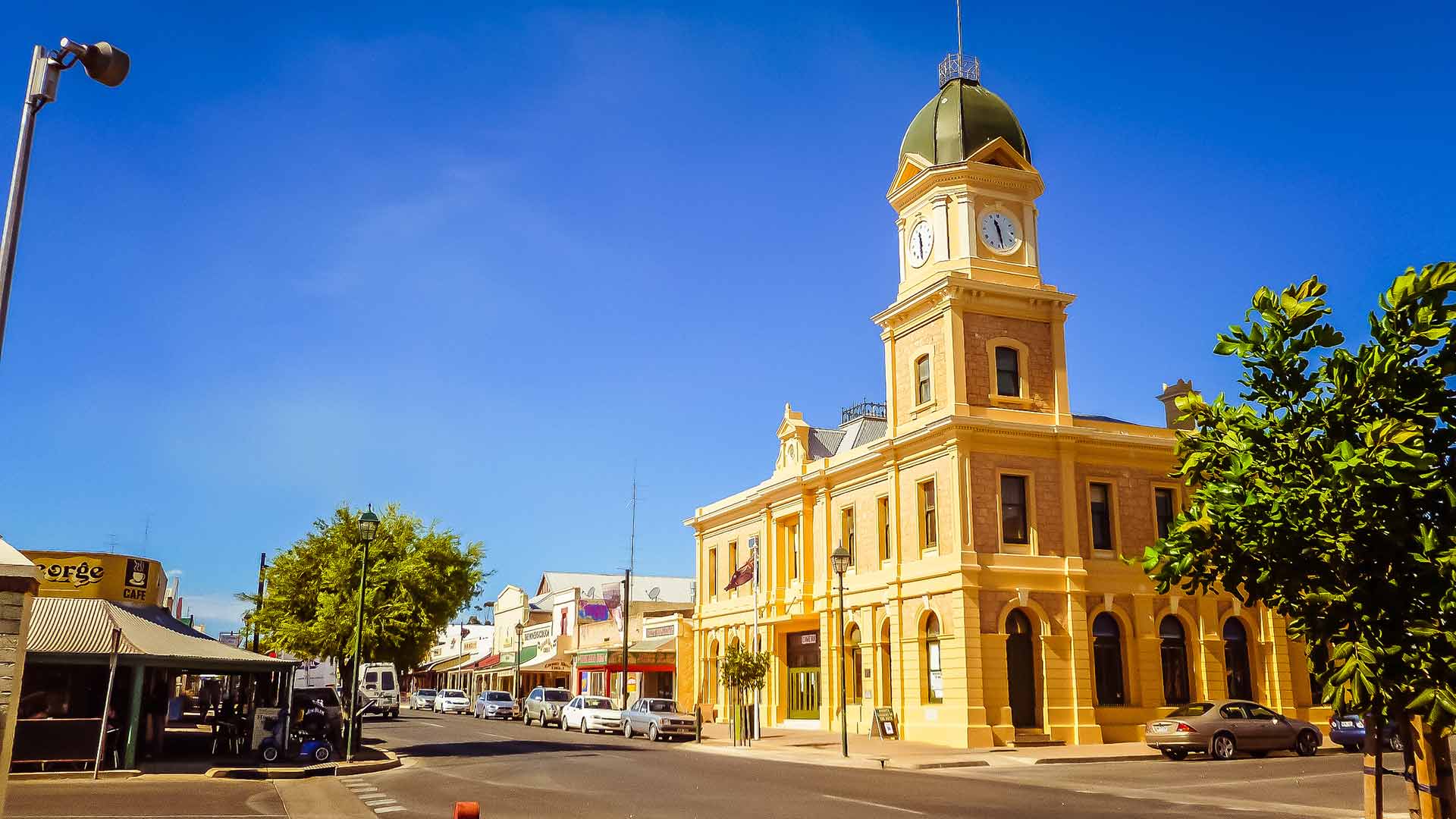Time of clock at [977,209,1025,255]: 11:28
